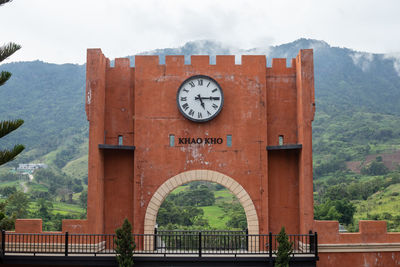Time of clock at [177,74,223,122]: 5:14
